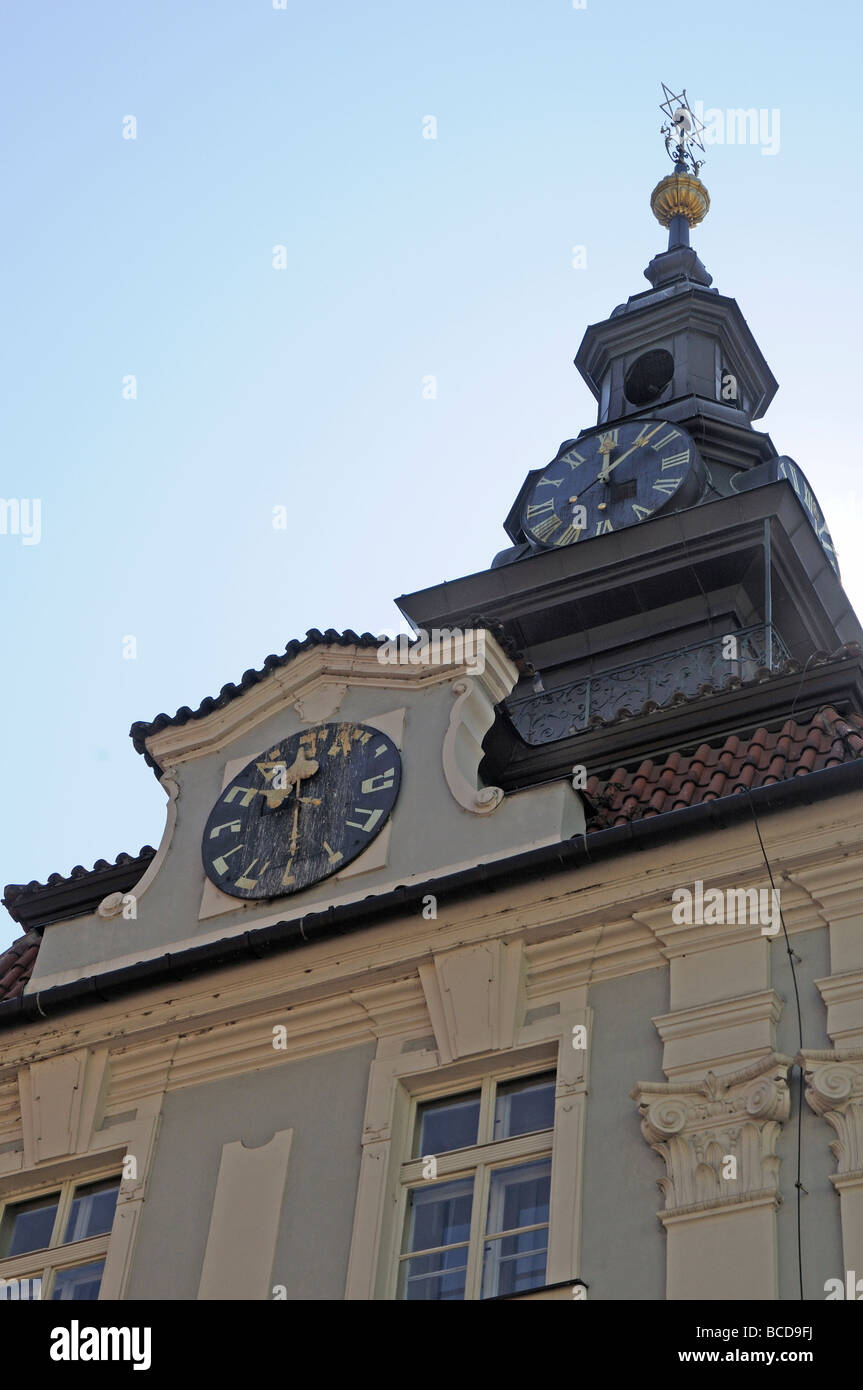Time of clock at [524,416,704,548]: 12:07
